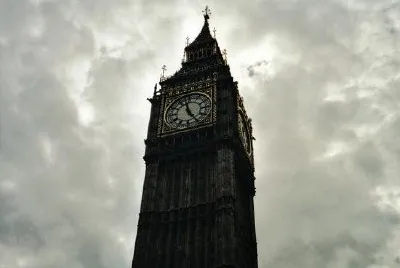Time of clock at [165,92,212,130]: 4:57
